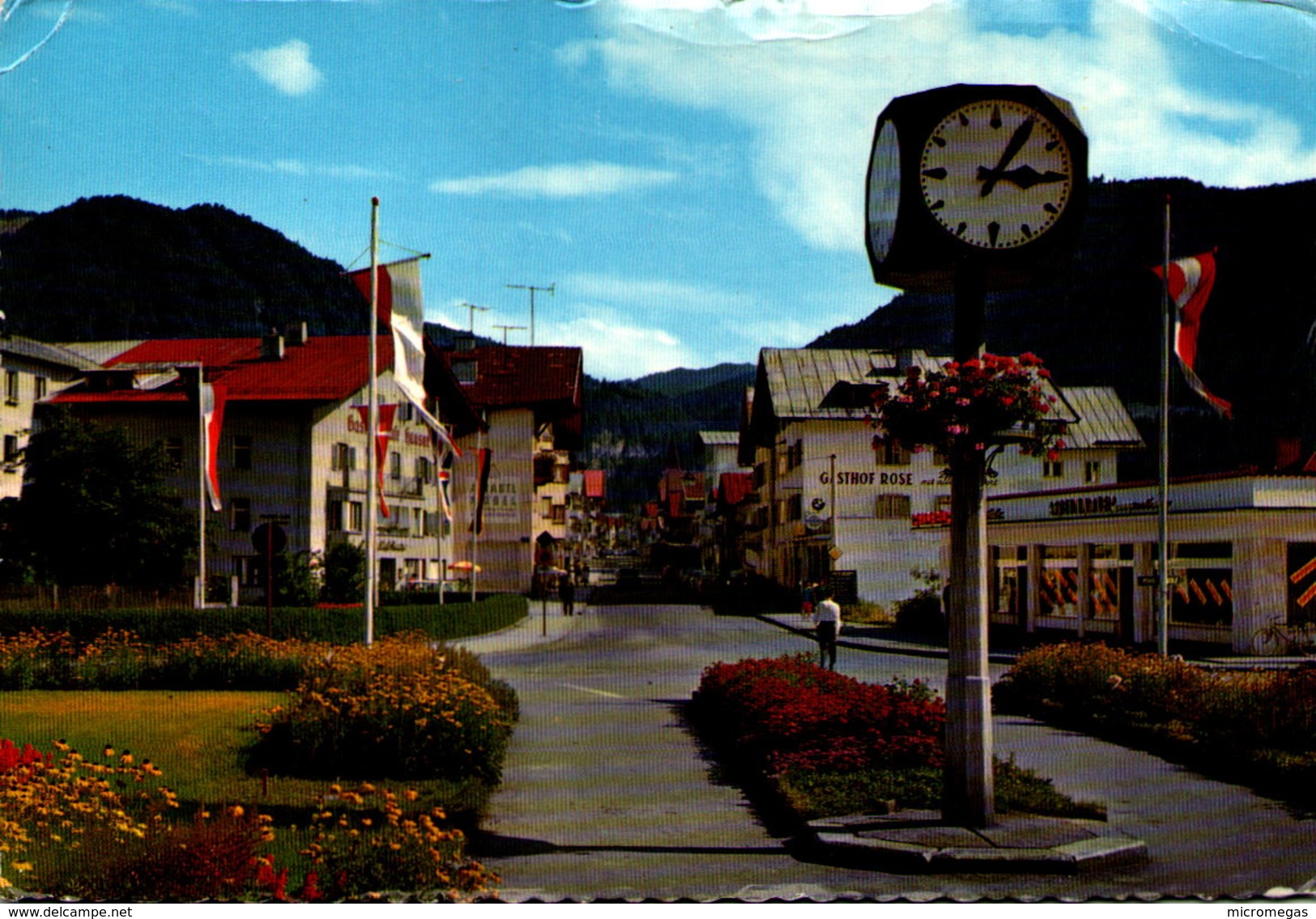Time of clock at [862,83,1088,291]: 3:05
